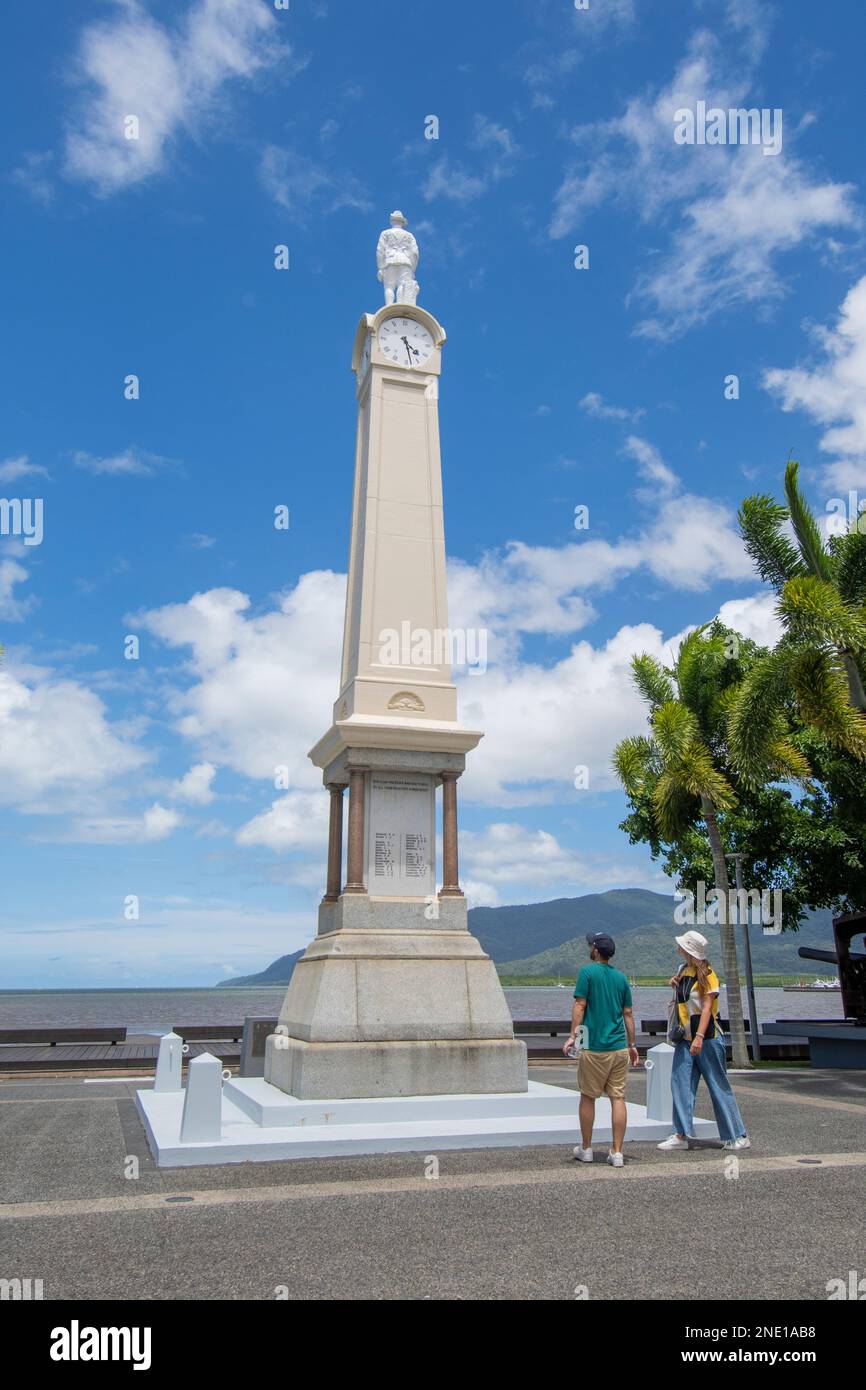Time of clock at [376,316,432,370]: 4:28
